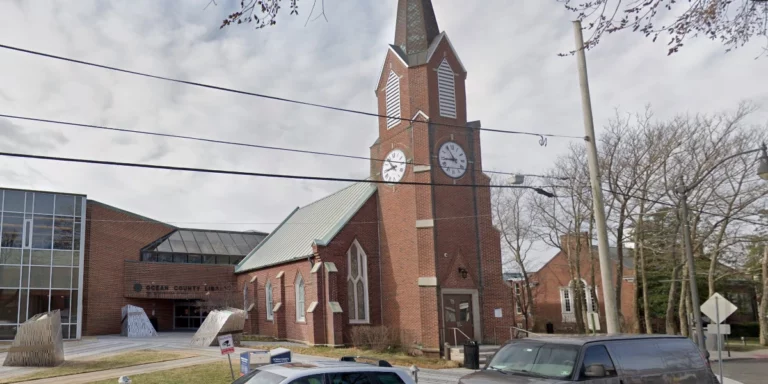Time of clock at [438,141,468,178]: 8:54
